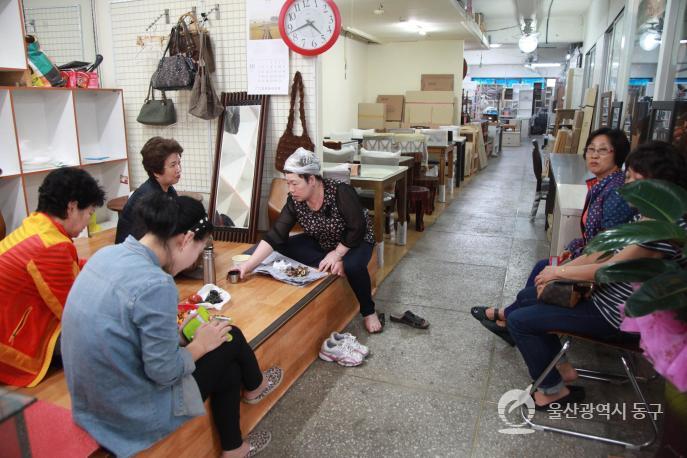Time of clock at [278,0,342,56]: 4:42
